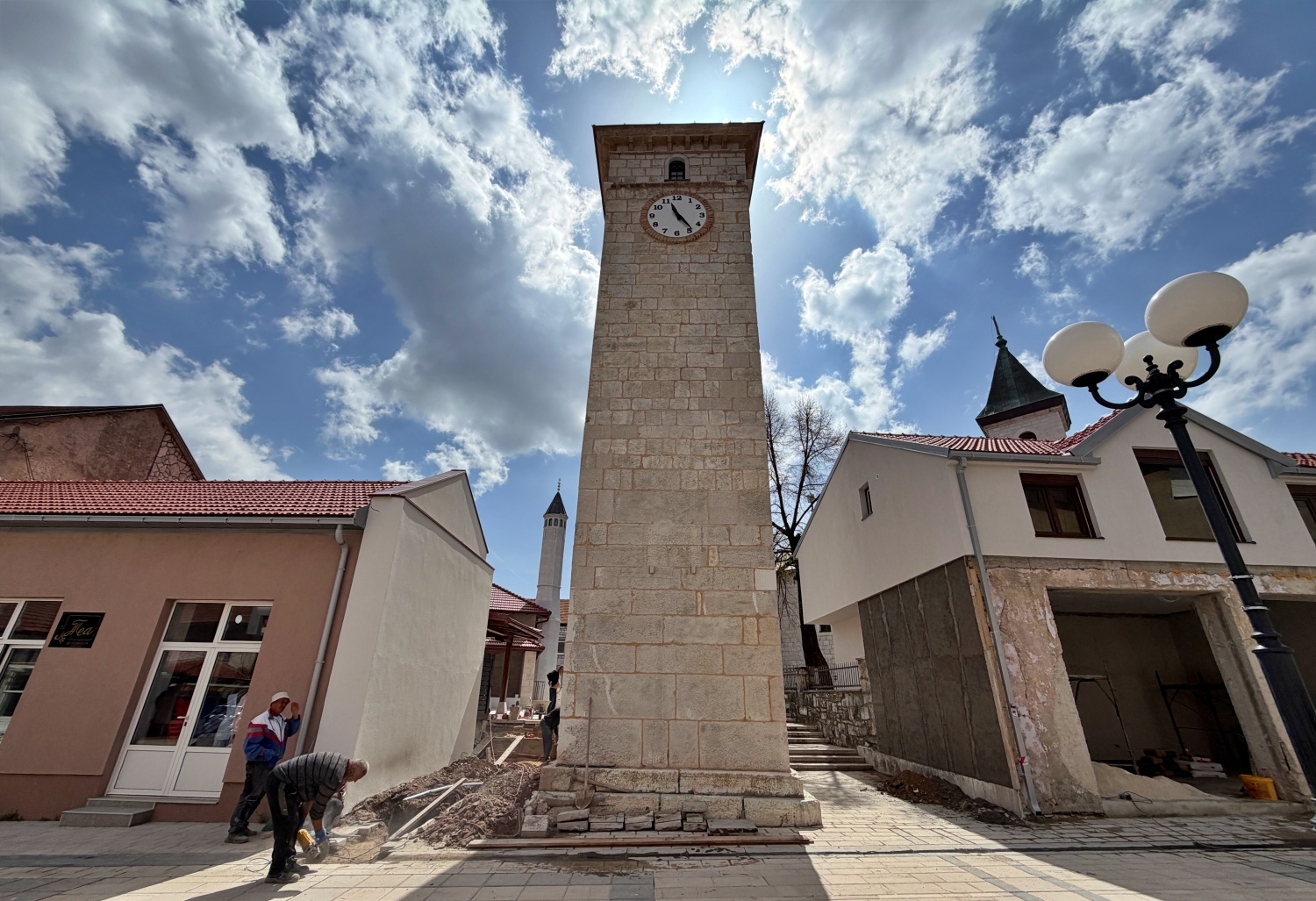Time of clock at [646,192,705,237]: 11:23
